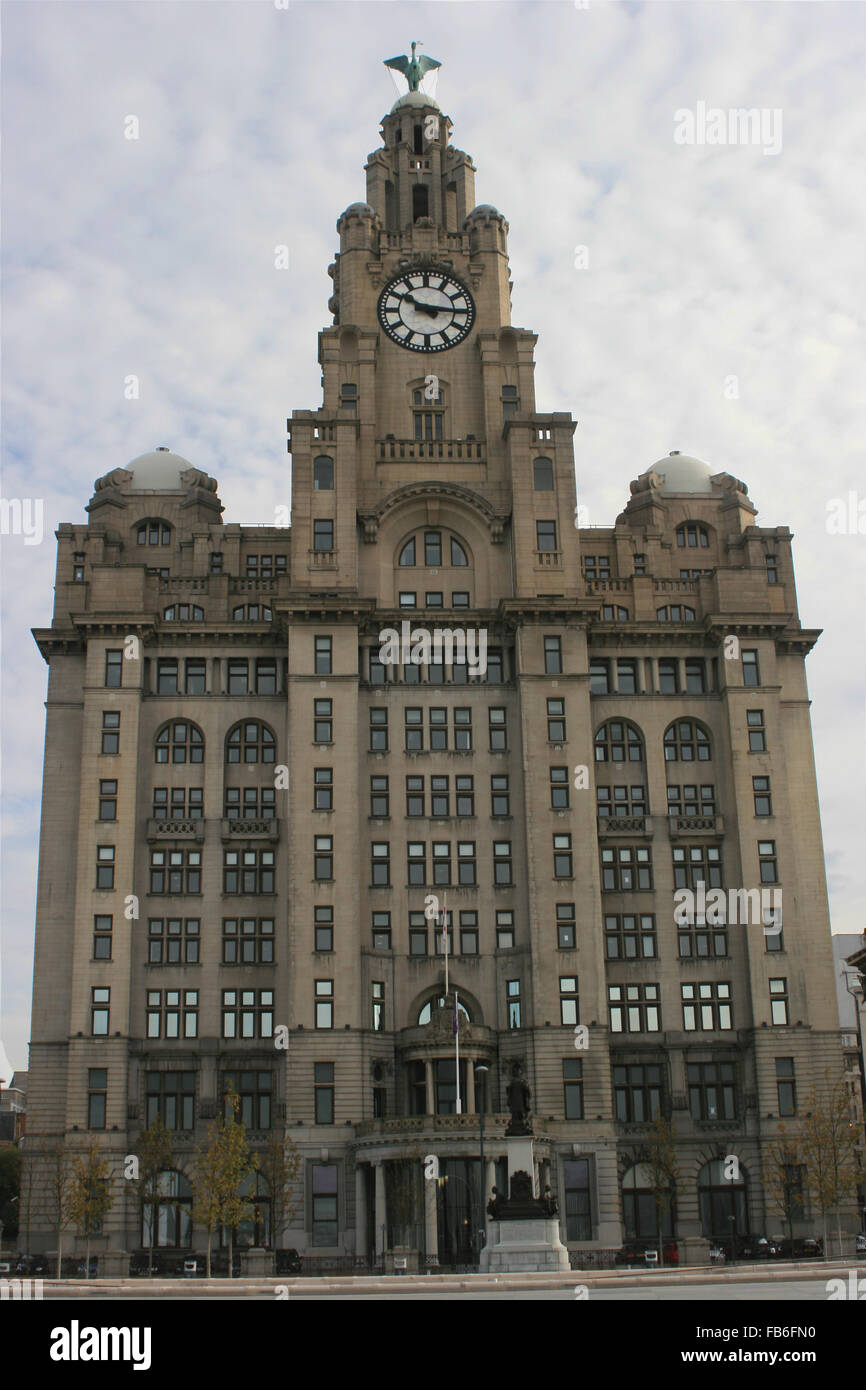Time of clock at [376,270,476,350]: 10:15
